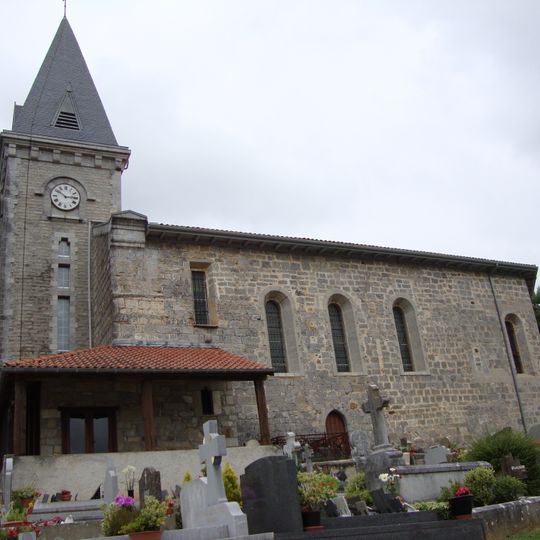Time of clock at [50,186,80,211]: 10:14
